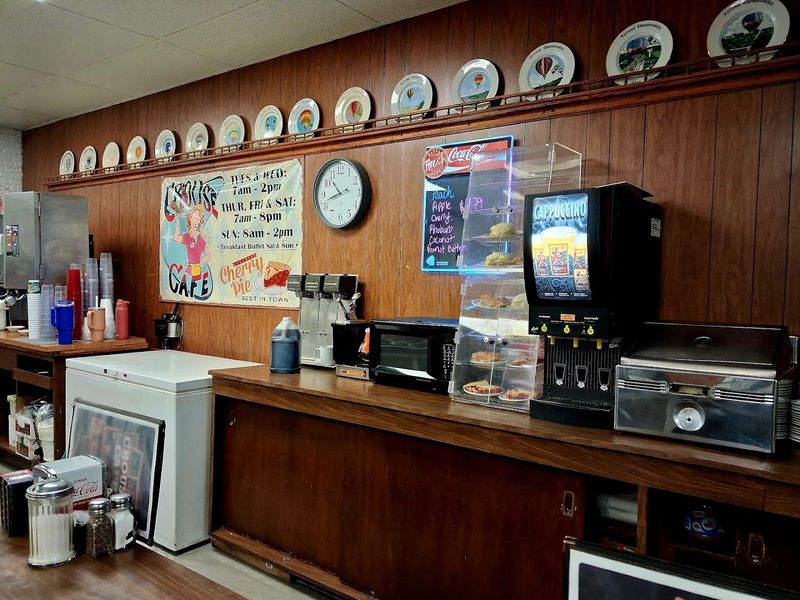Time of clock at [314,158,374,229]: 10:42
